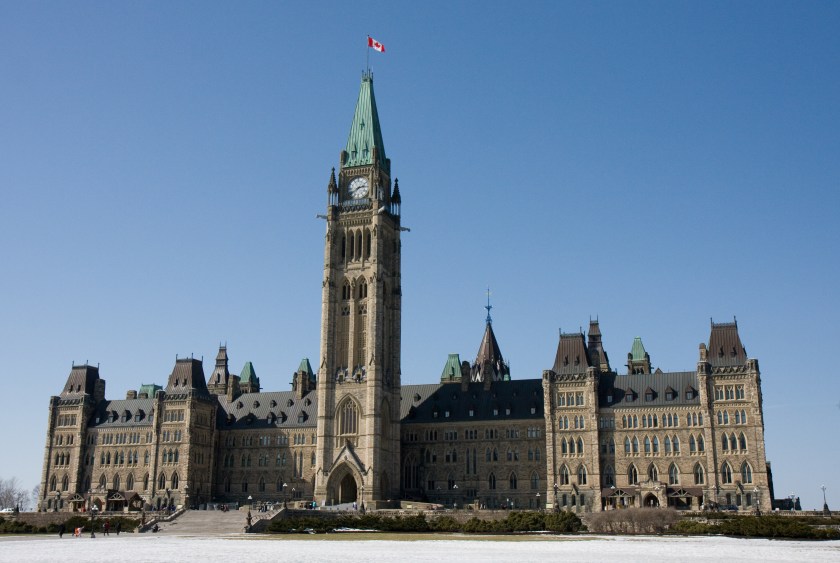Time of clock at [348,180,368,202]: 2:39
